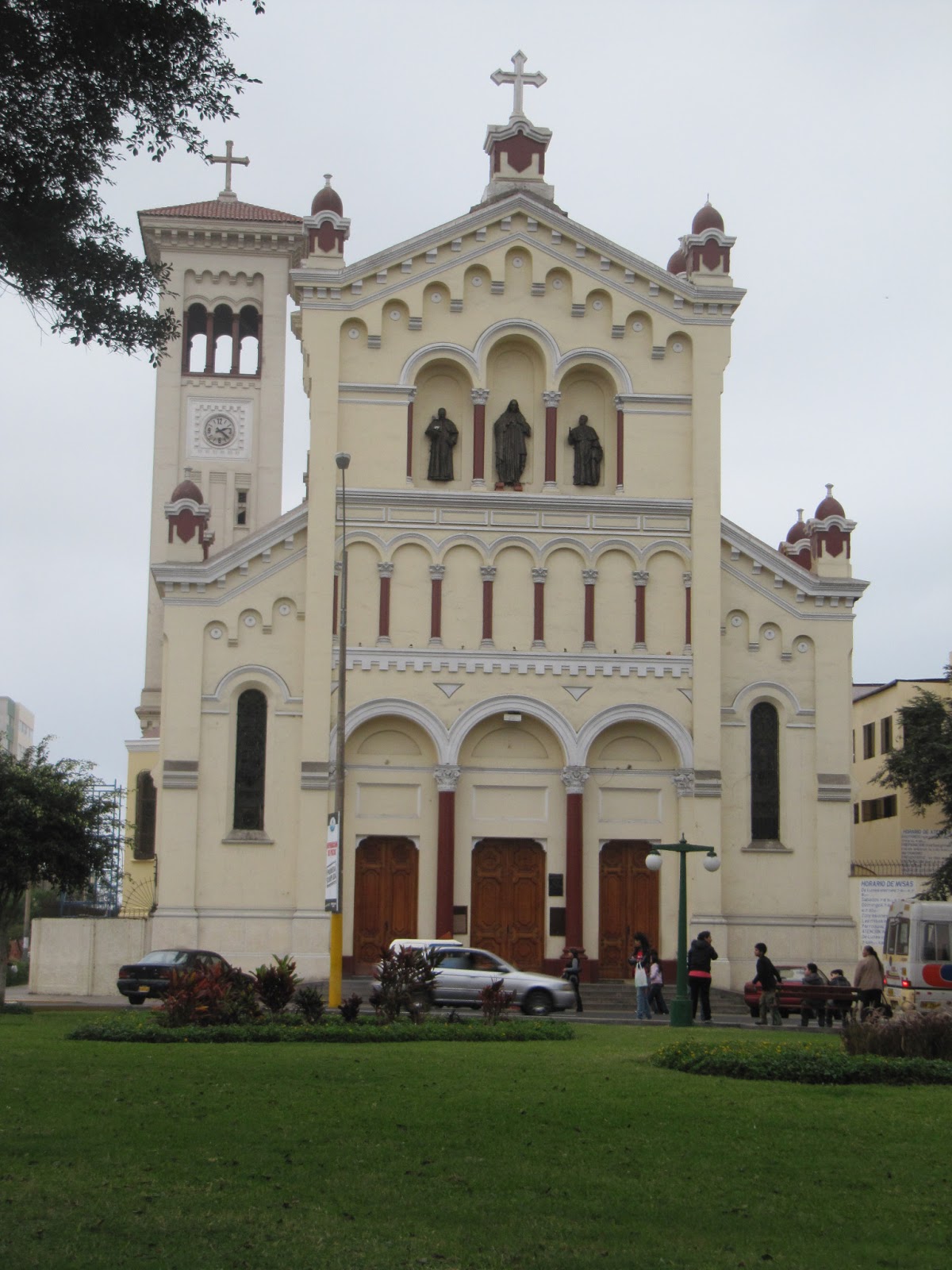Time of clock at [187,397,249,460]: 2:21
